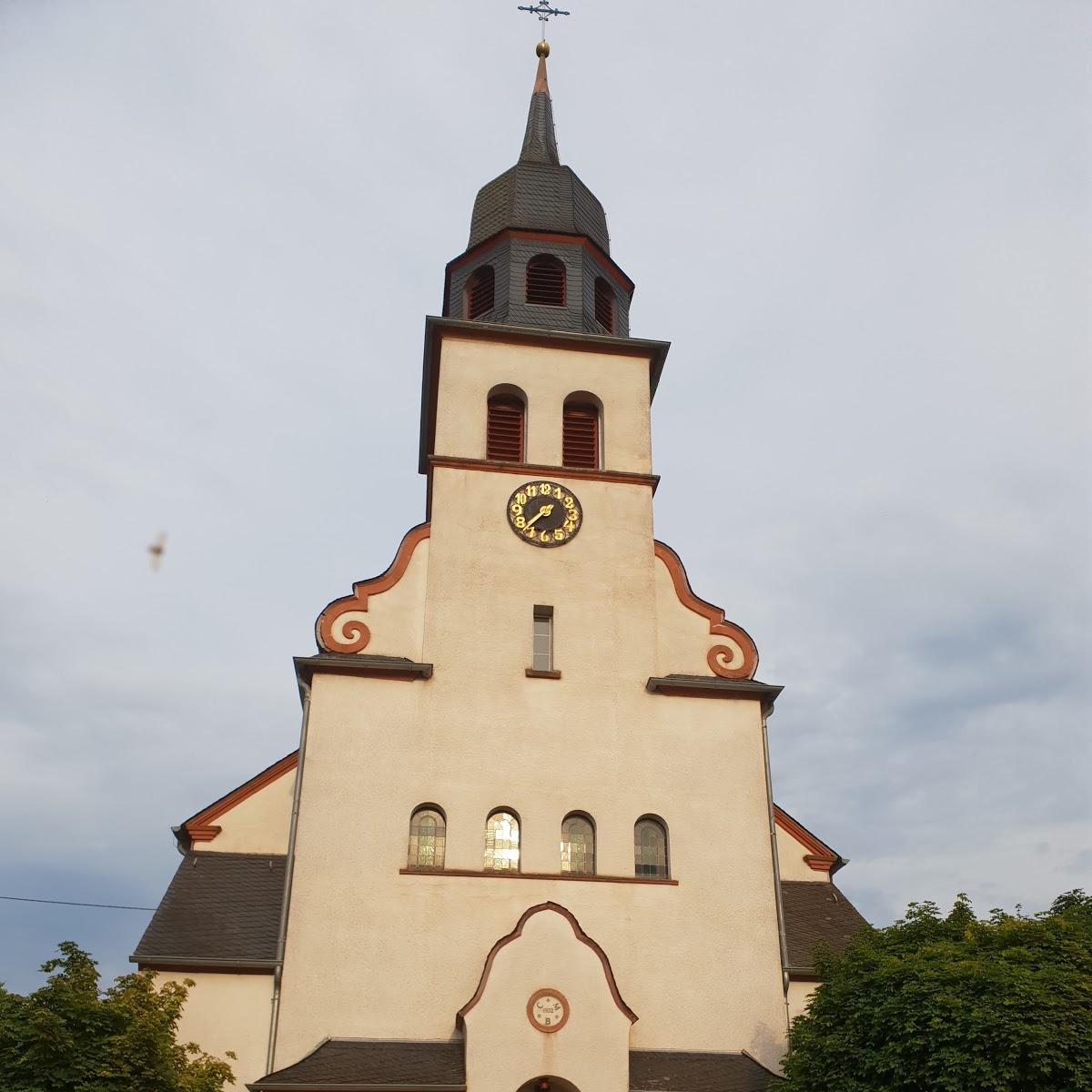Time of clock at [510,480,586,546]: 7:37
